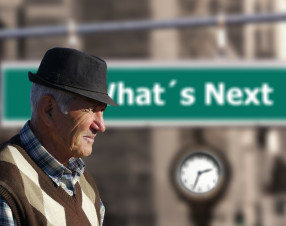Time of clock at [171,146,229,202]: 2:33
